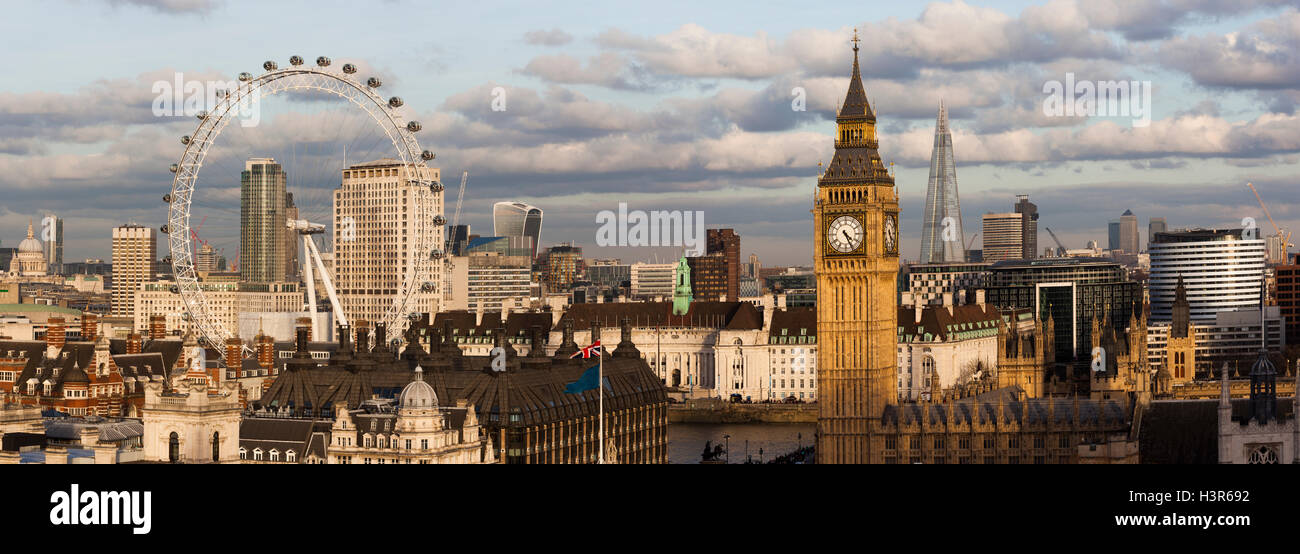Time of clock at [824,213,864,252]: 4:25
